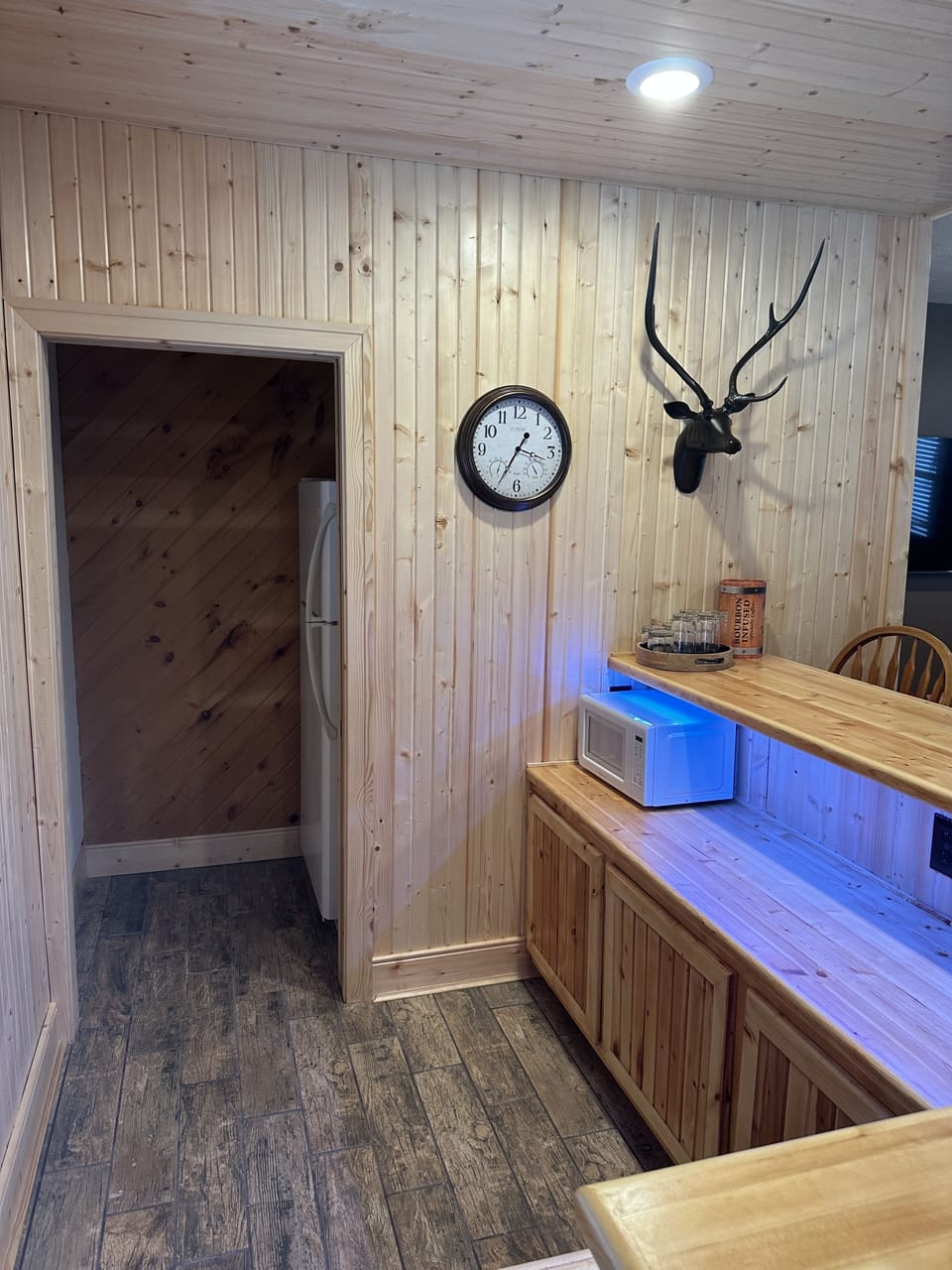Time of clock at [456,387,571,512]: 3:34
